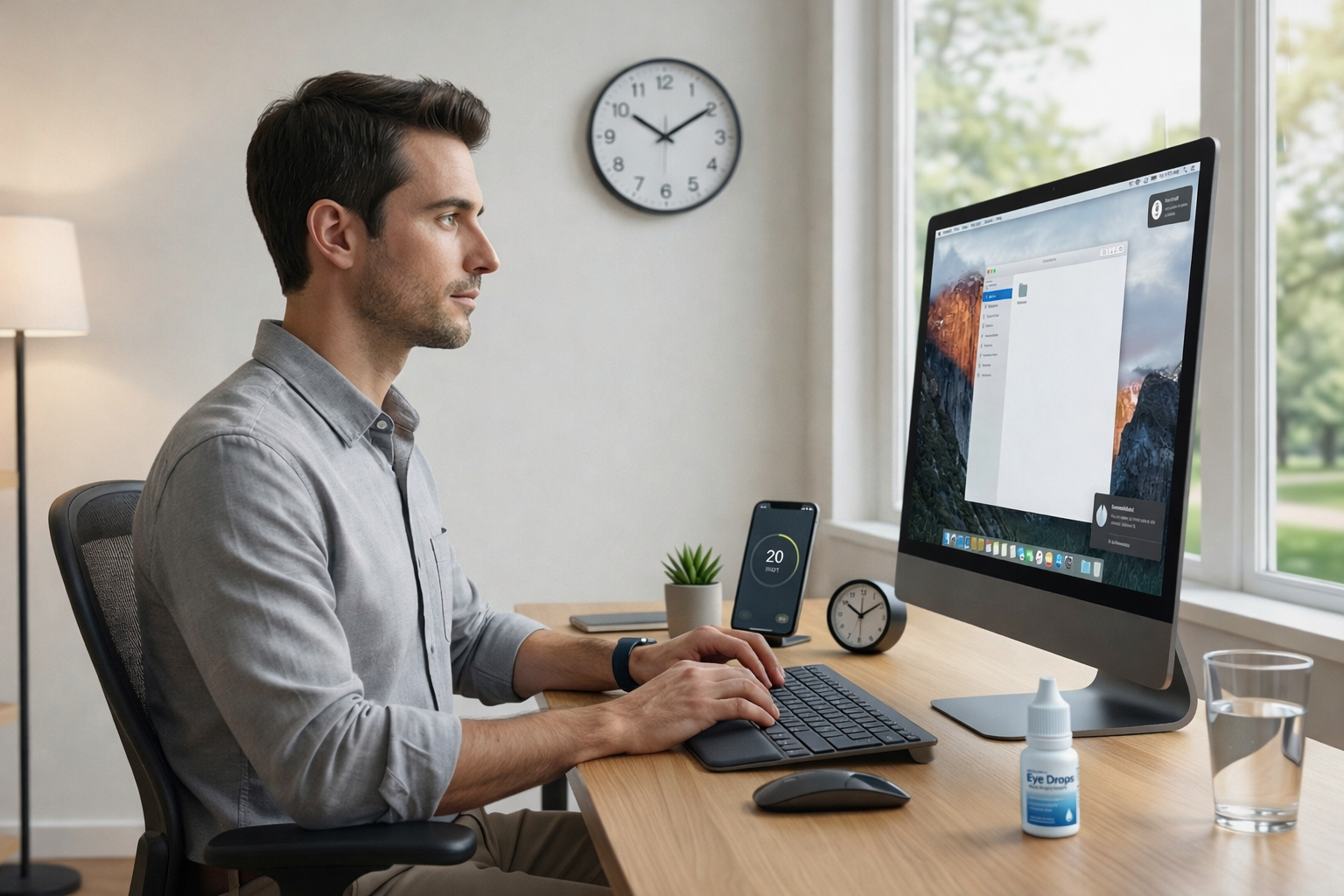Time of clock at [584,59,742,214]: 10:09
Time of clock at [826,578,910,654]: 10:09
